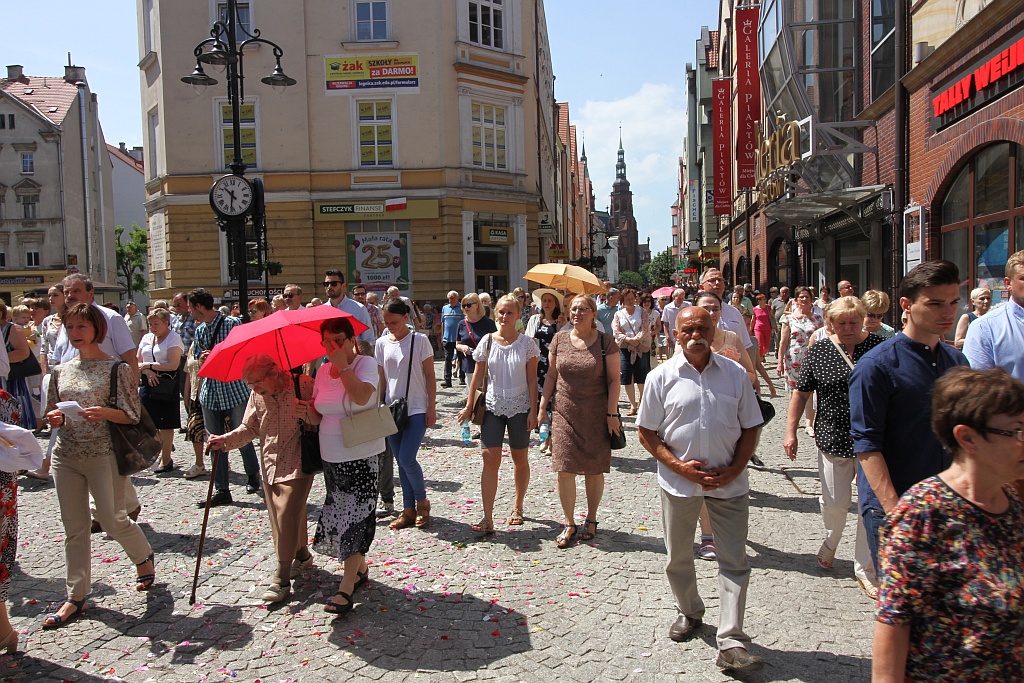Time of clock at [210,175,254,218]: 10:31
